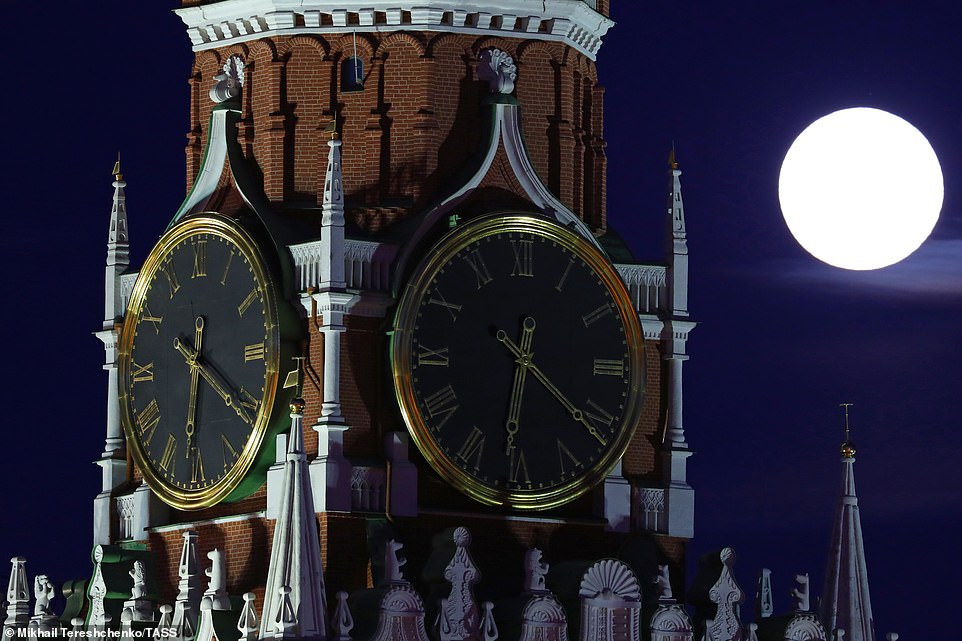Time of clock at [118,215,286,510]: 6:20
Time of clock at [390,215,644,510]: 6:21
